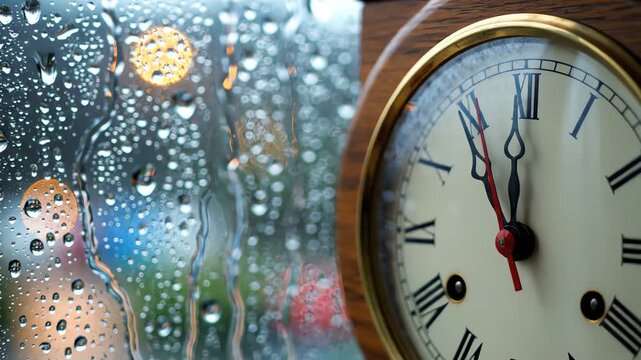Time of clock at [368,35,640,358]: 11:54
